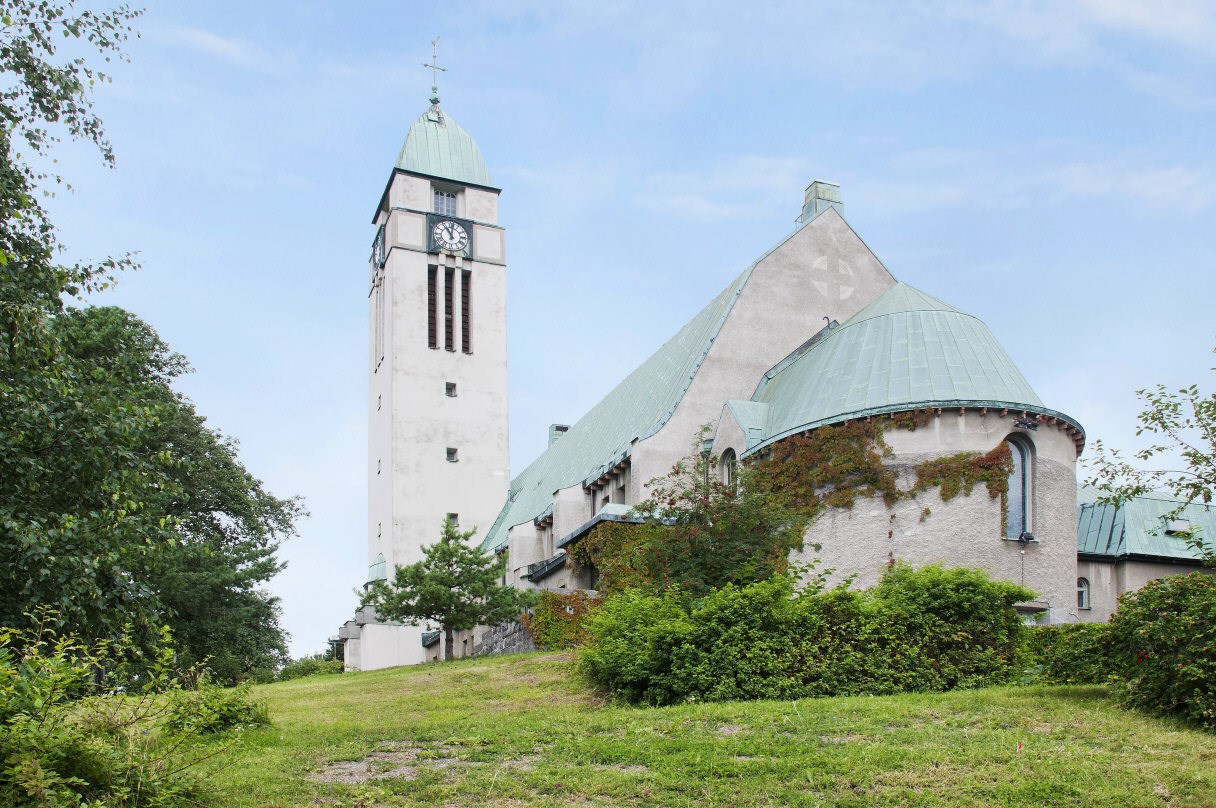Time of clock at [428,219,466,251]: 11:01
